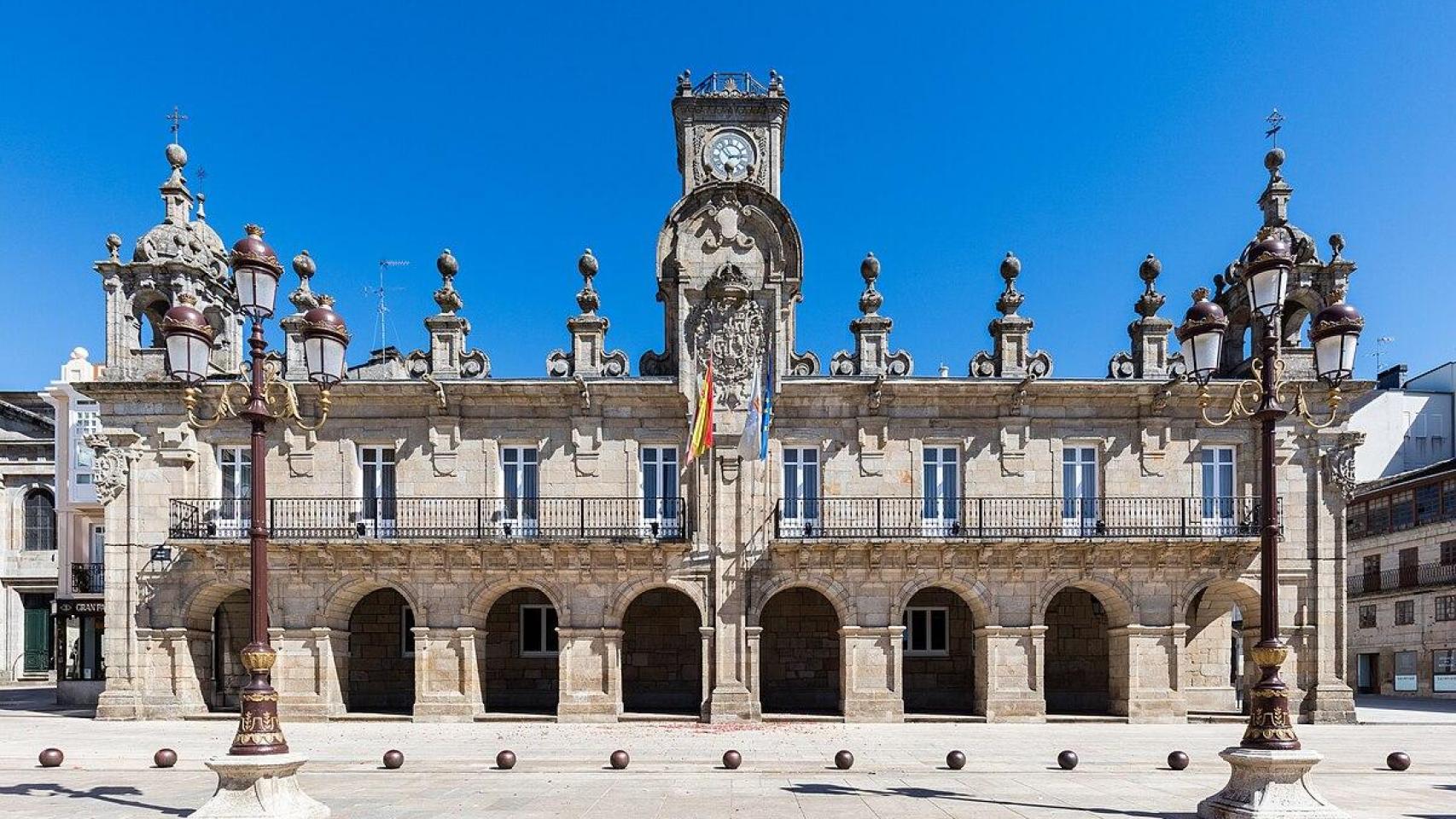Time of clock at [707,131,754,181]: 2:53
